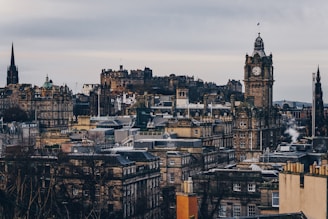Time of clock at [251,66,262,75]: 9:38
